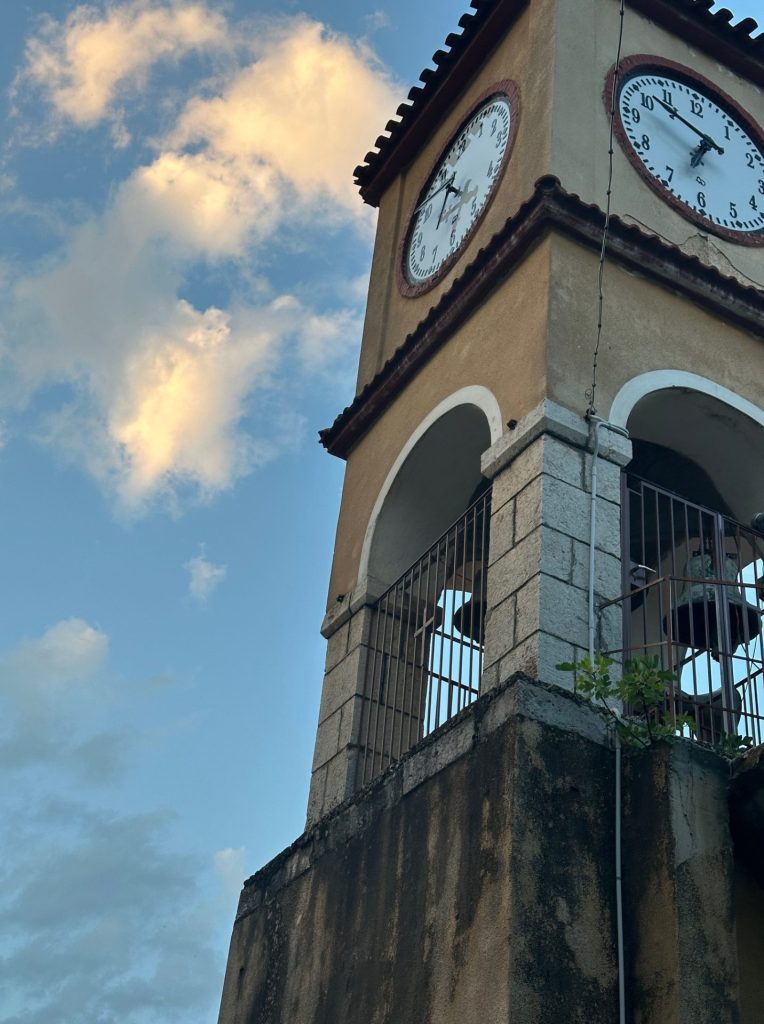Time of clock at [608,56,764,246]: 6:50
